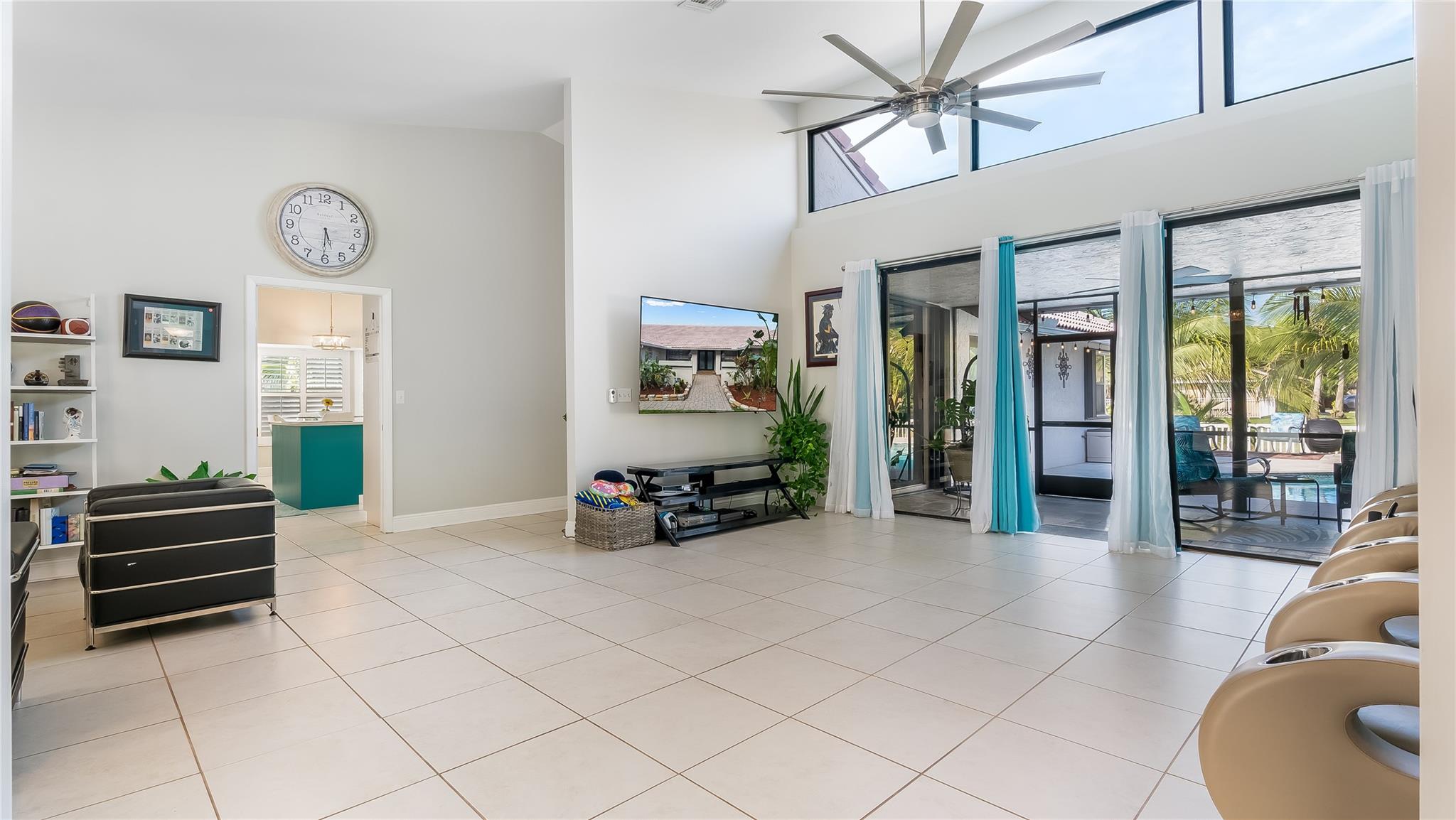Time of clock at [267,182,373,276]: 5:30
